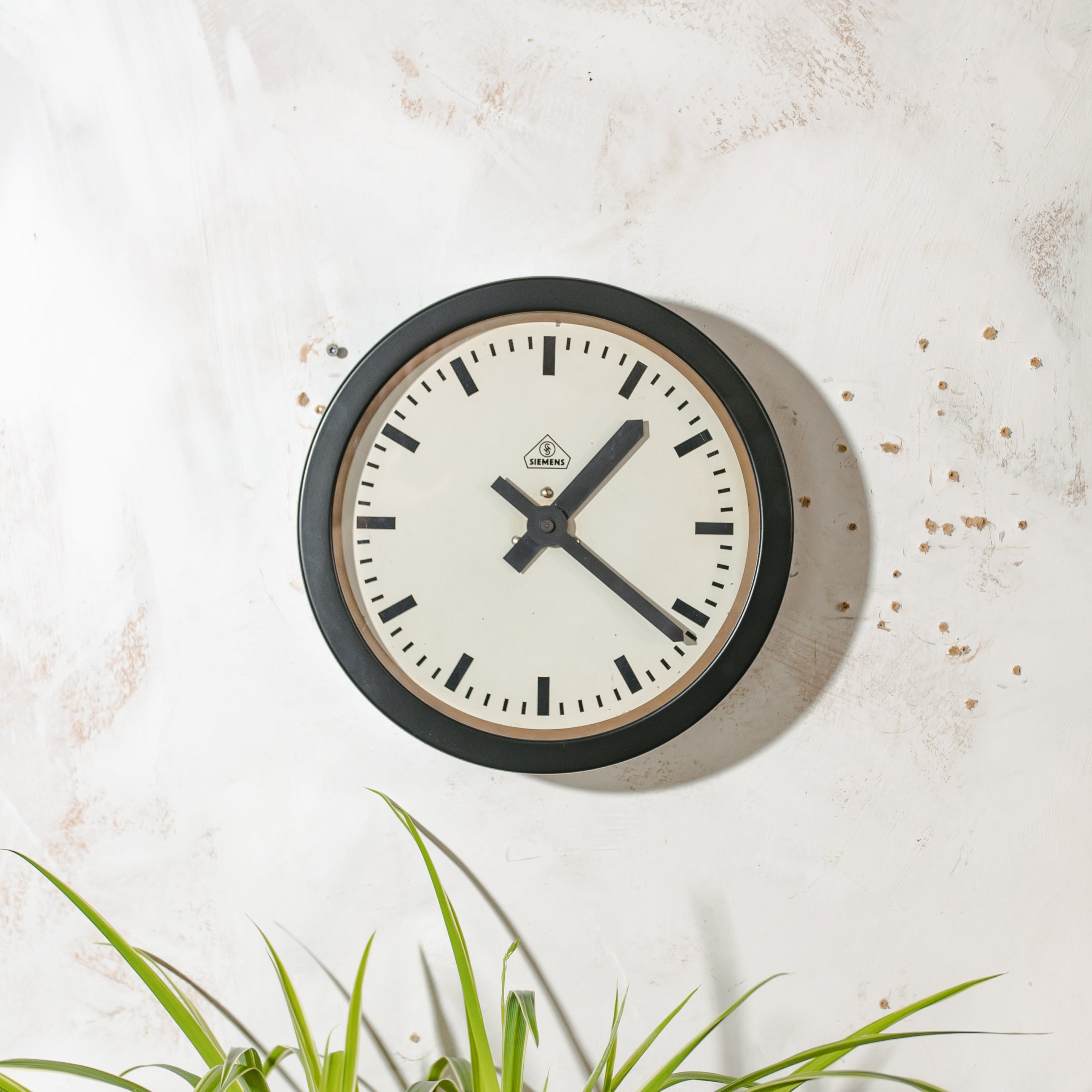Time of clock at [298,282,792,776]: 1:21
